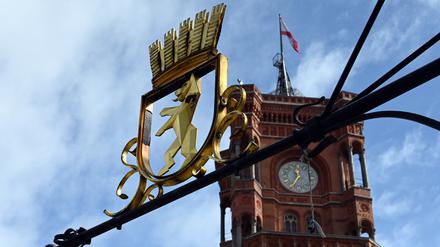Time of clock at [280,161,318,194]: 11:35
